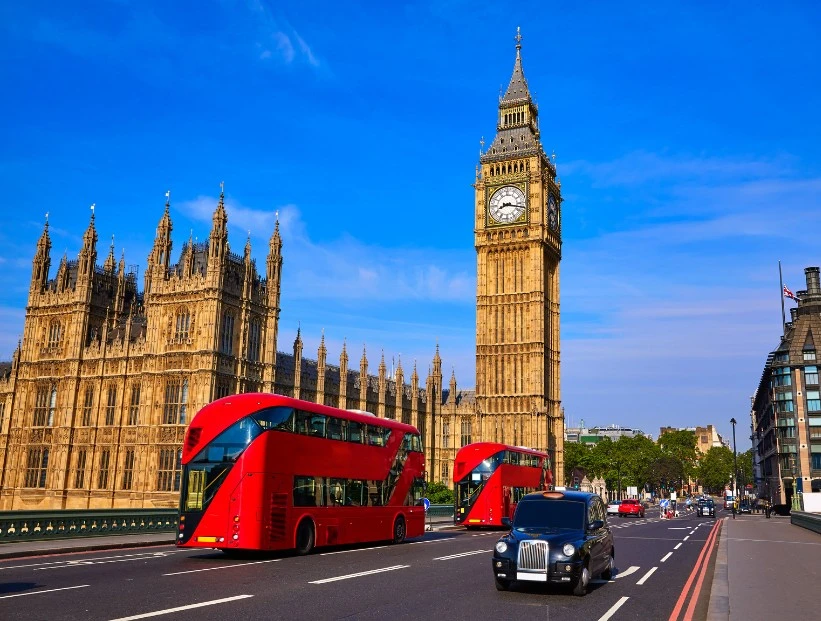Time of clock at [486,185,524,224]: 8:17
